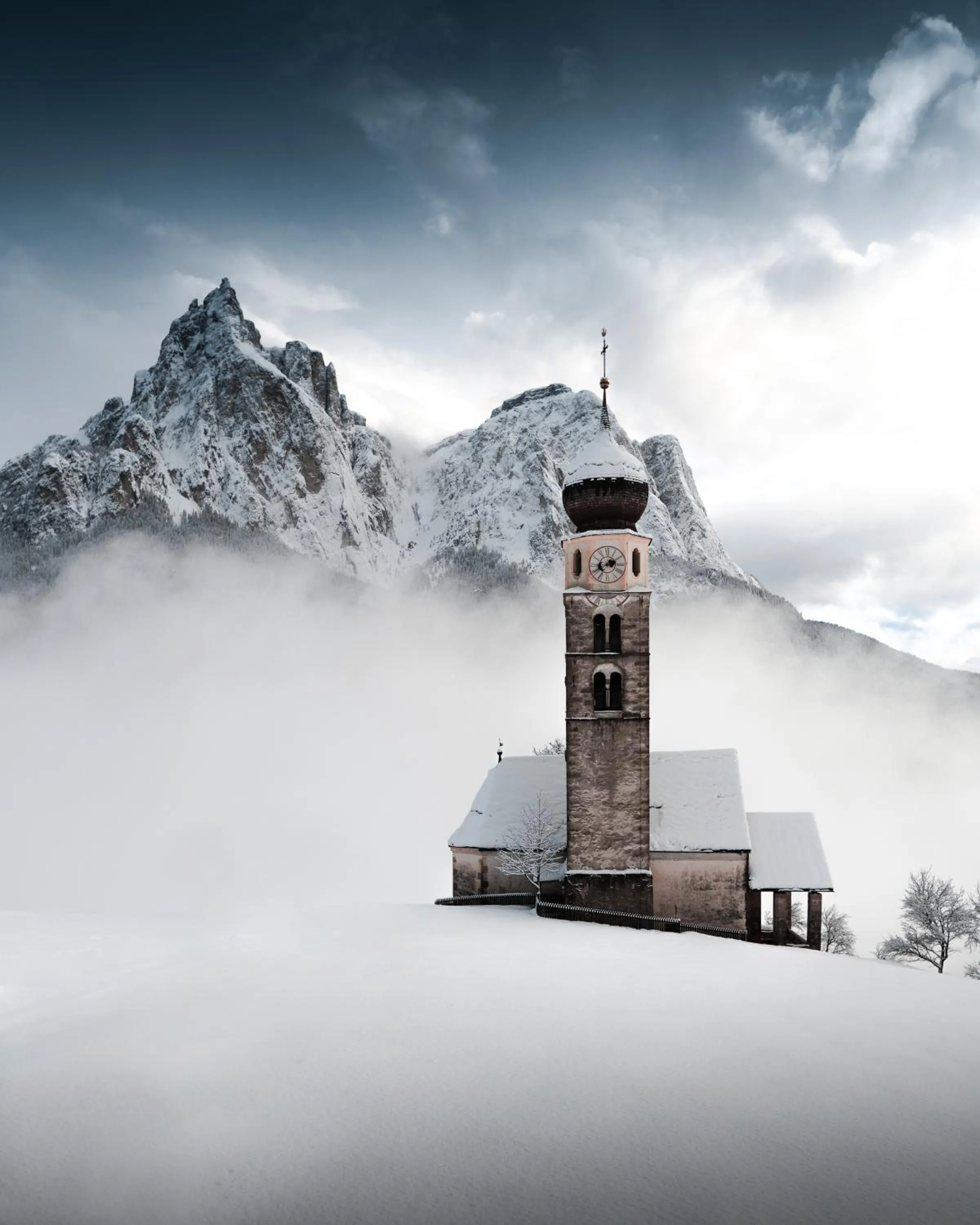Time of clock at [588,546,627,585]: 2:40
